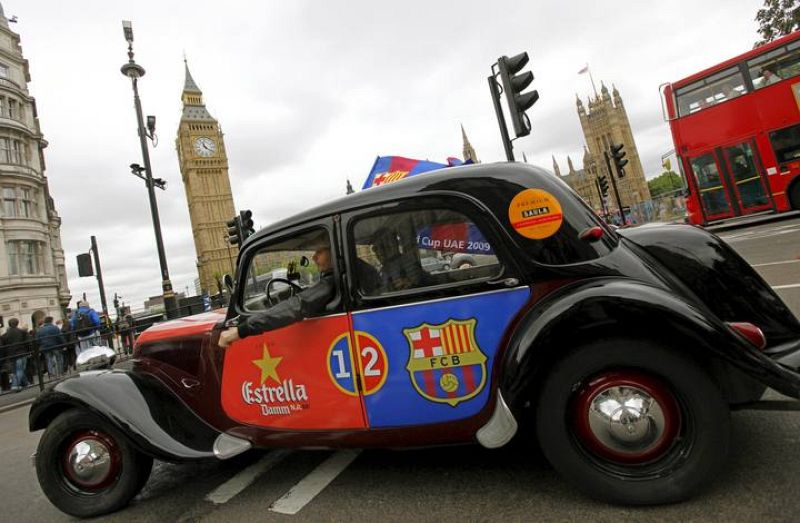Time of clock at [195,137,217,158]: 11:21
